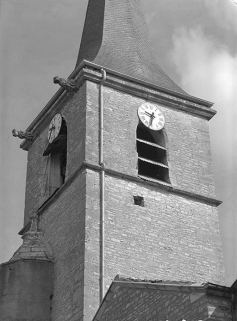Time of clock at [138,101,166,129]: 9:32
